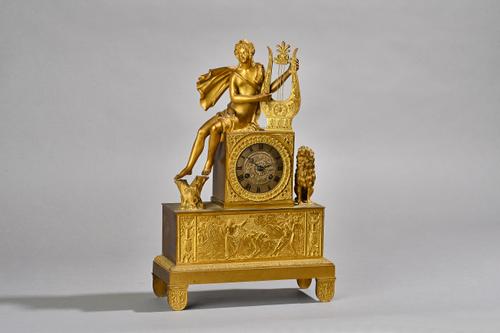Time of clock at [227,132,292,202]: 10:12
